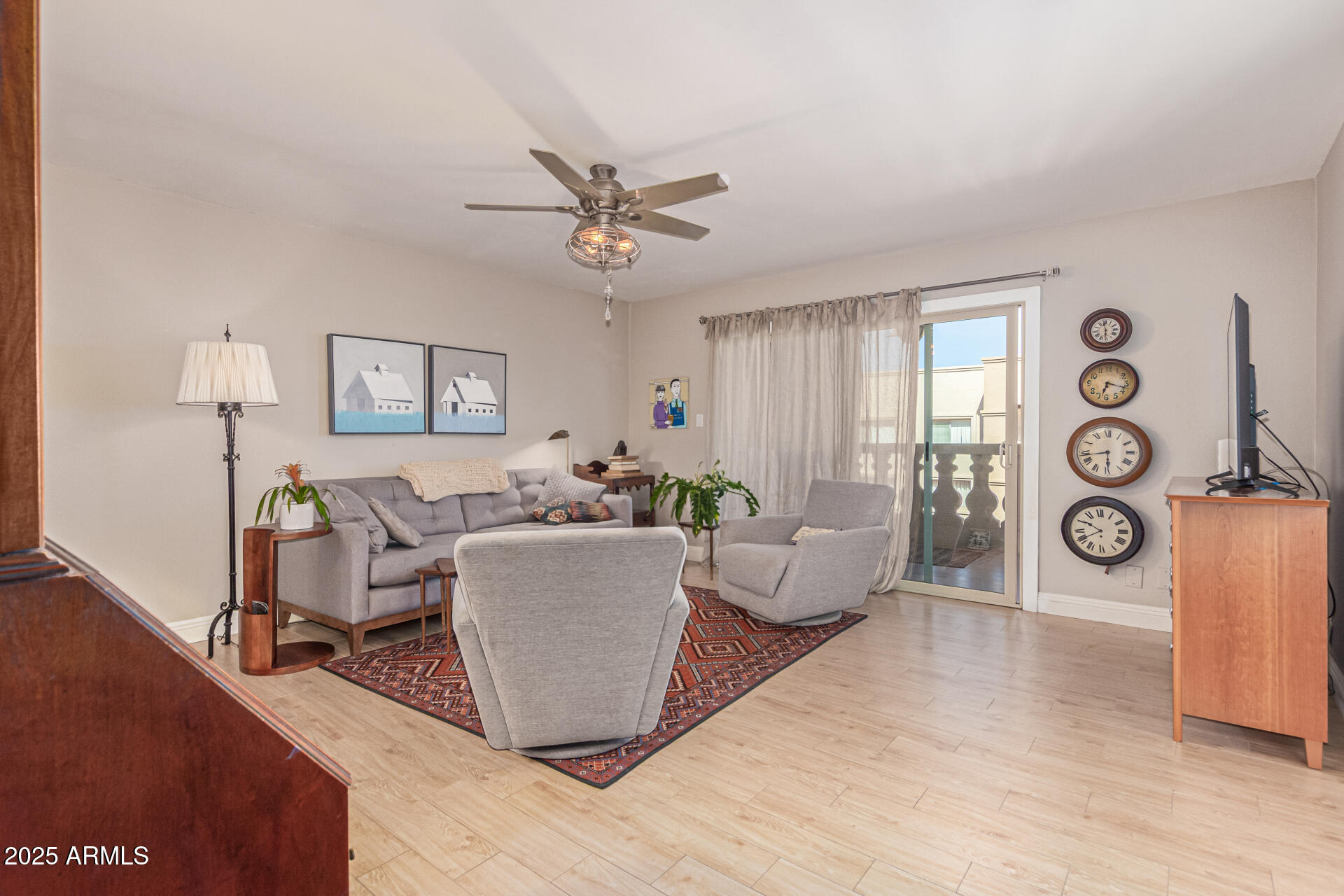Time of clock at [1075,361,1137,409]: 6:17
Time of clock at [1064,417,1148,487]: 5:43
